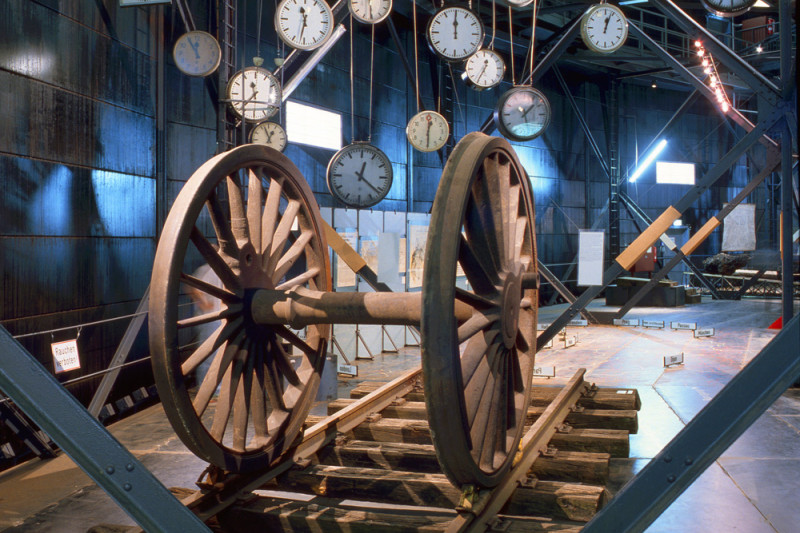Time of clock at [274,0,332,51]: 11:31
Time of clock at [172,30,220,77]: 11:55
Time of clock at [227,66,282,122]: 11:36
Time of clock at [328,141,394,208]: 12:21
